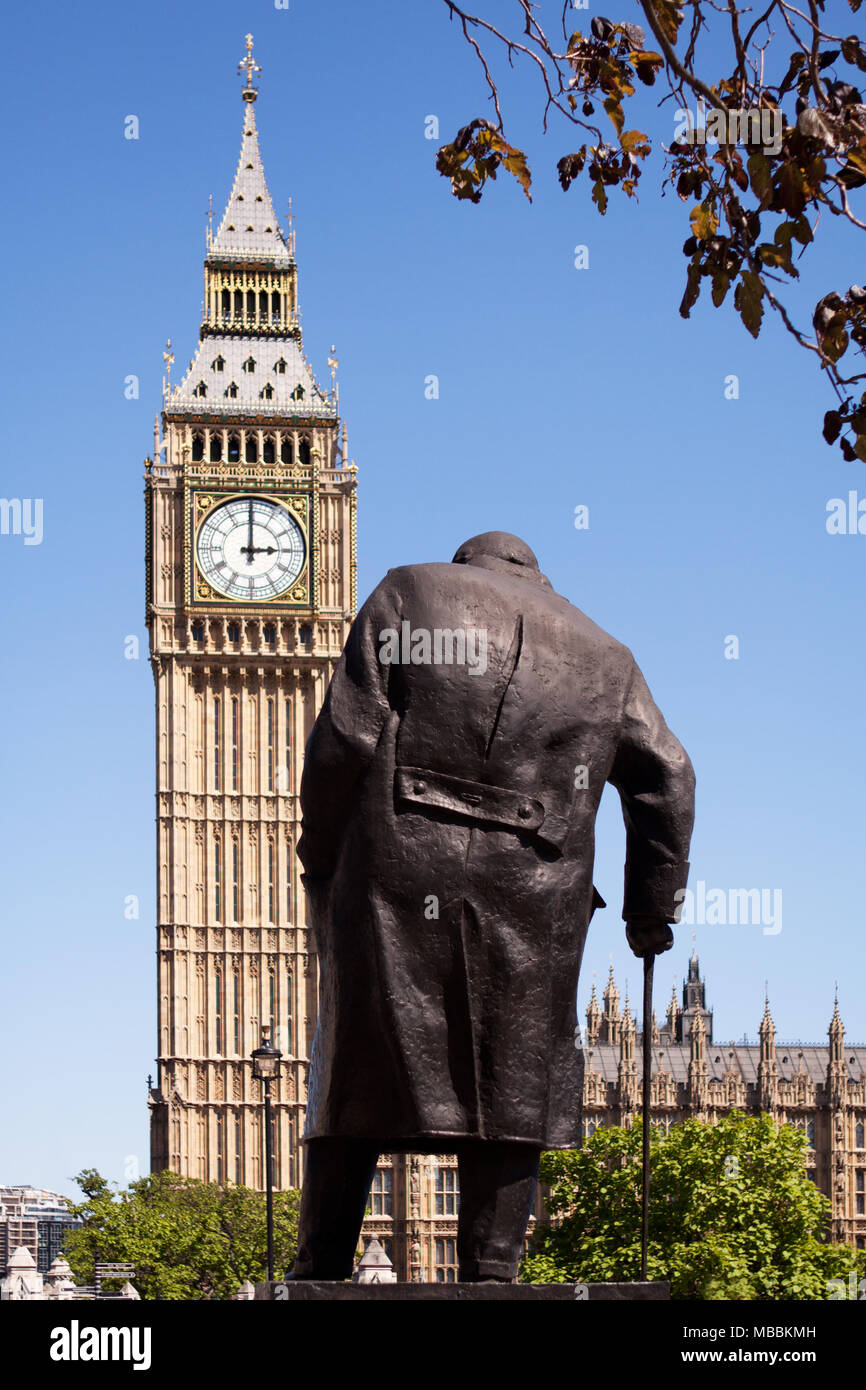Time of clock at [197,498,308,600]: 3:00
